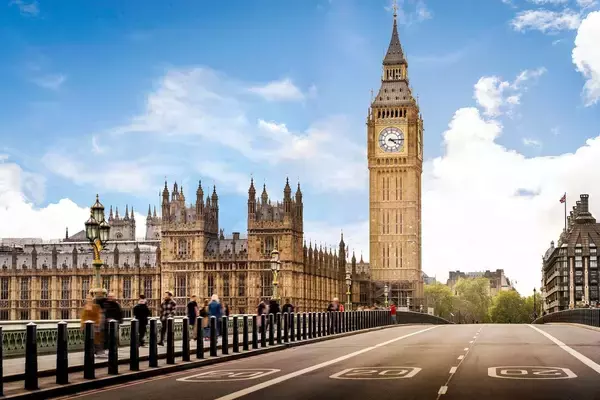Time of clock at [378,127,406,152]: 4:14
